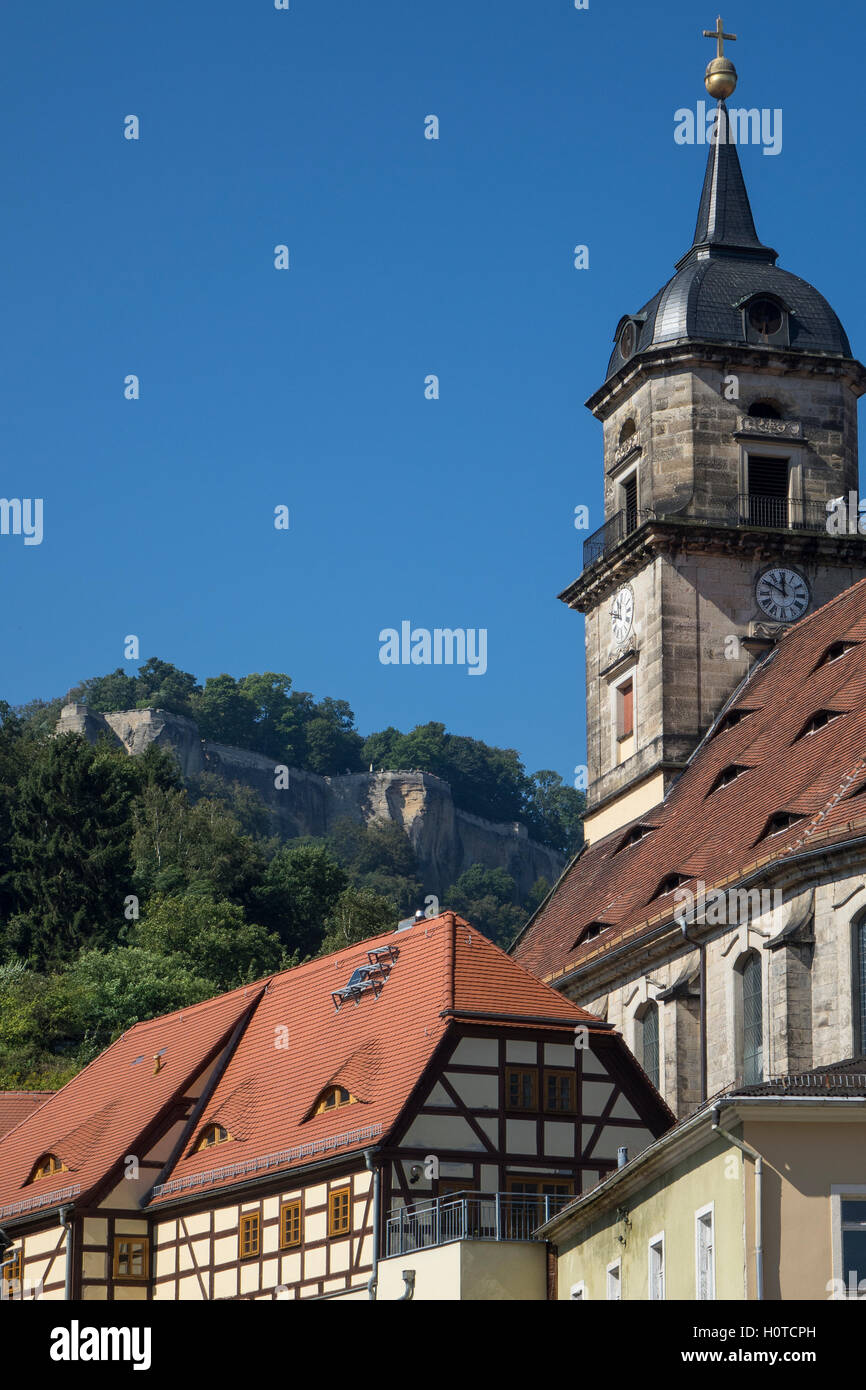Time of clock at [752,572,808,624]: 11:49
